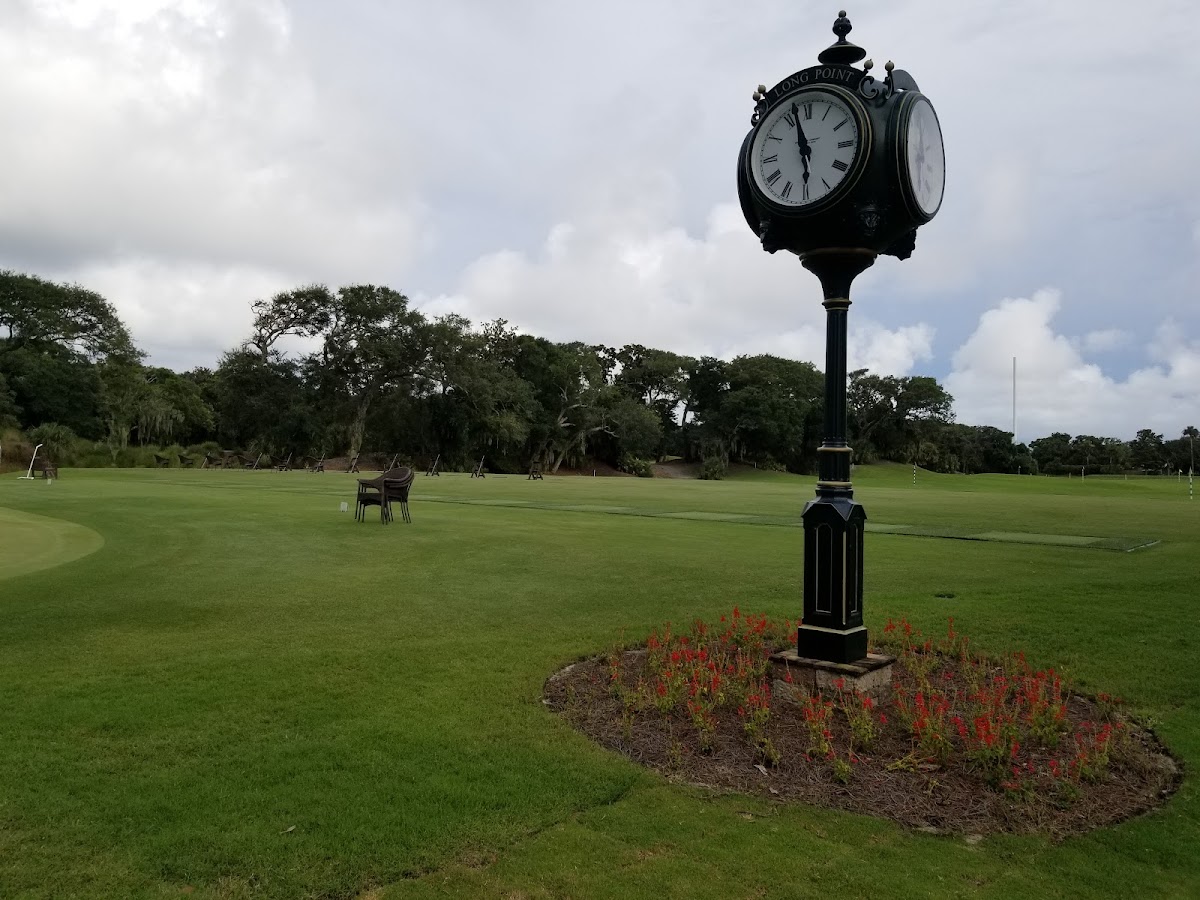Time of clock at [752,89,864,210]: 5:57
